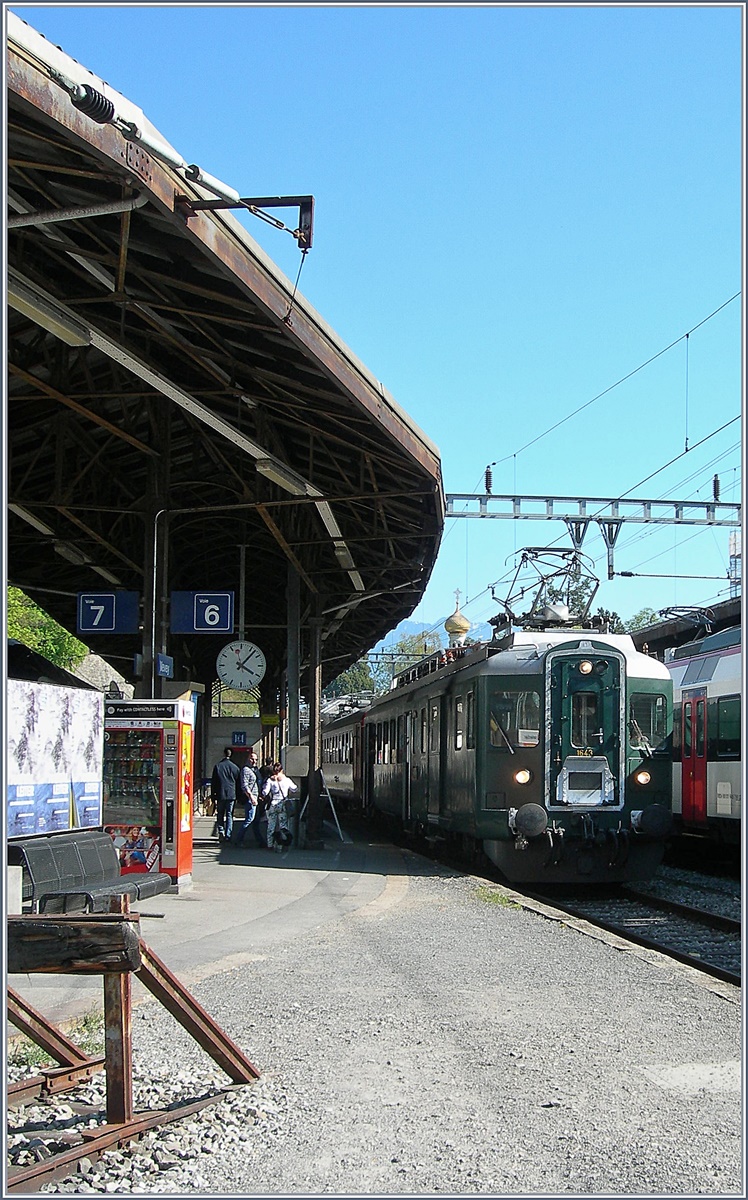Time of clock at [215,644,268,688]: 4:07
